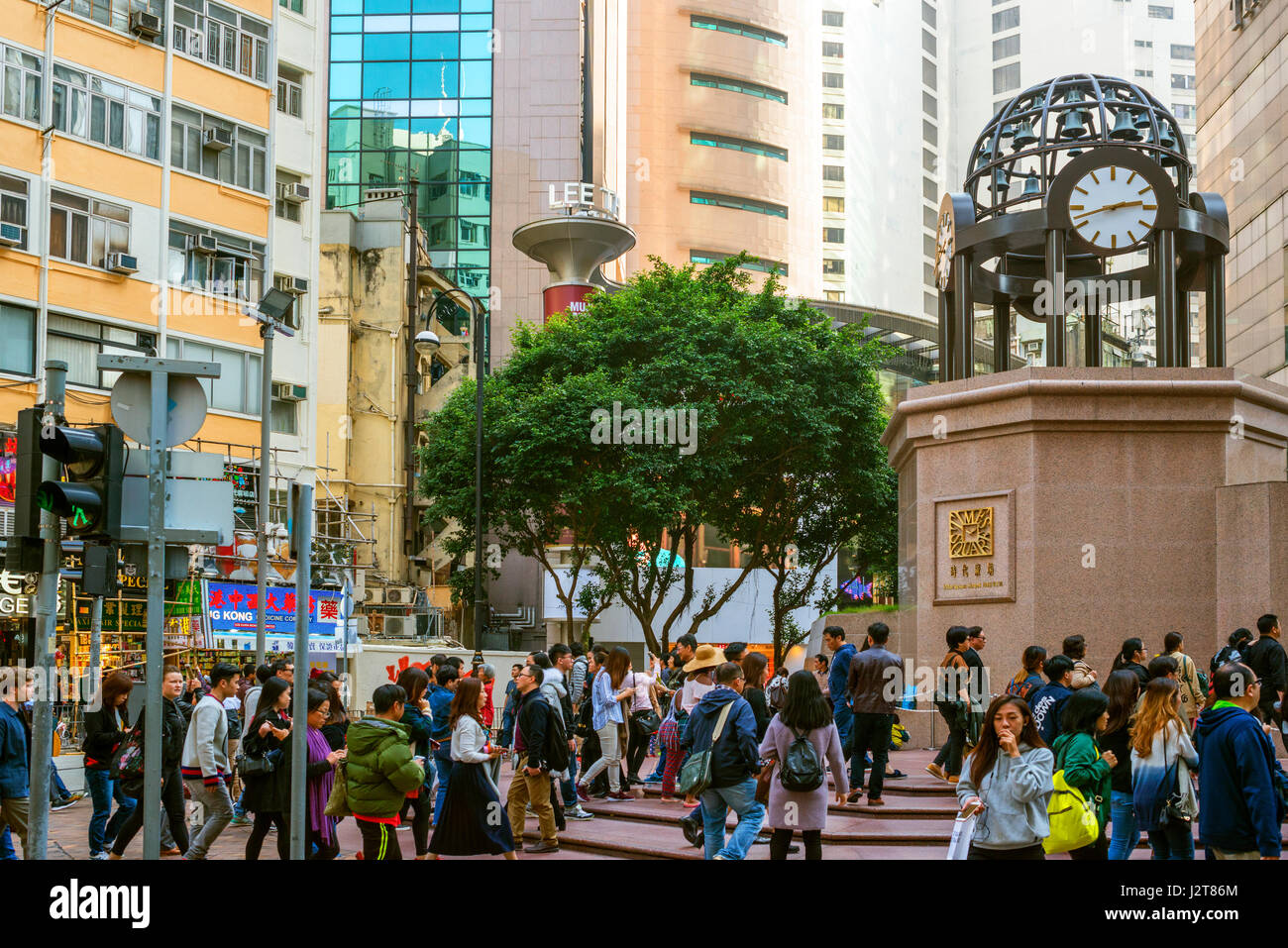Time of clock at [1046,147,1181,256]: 2:42
